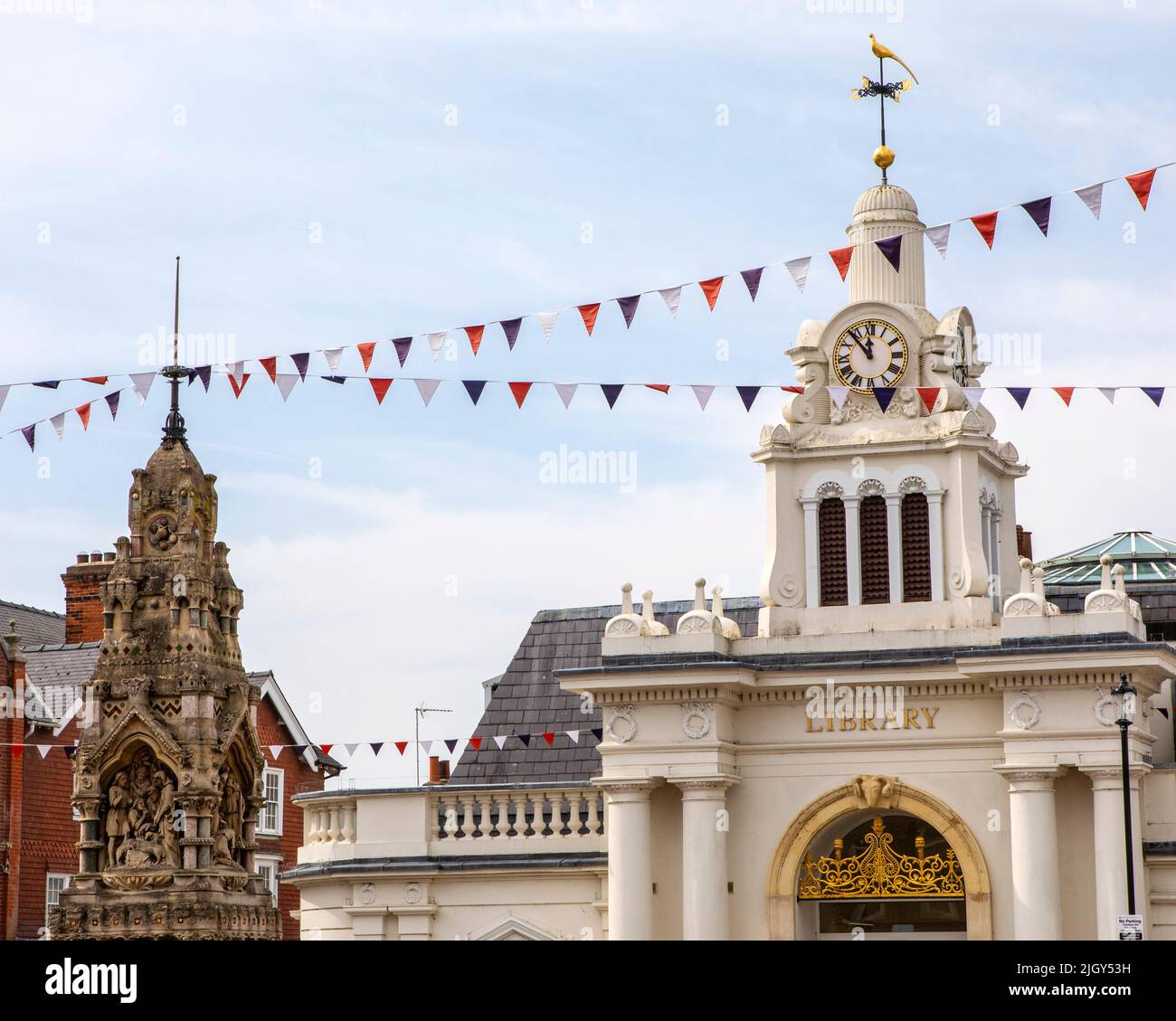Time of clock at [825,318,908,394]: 11:53
